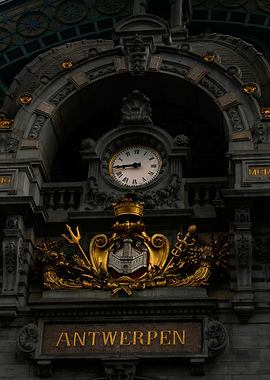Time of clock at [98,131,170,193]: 8:44
